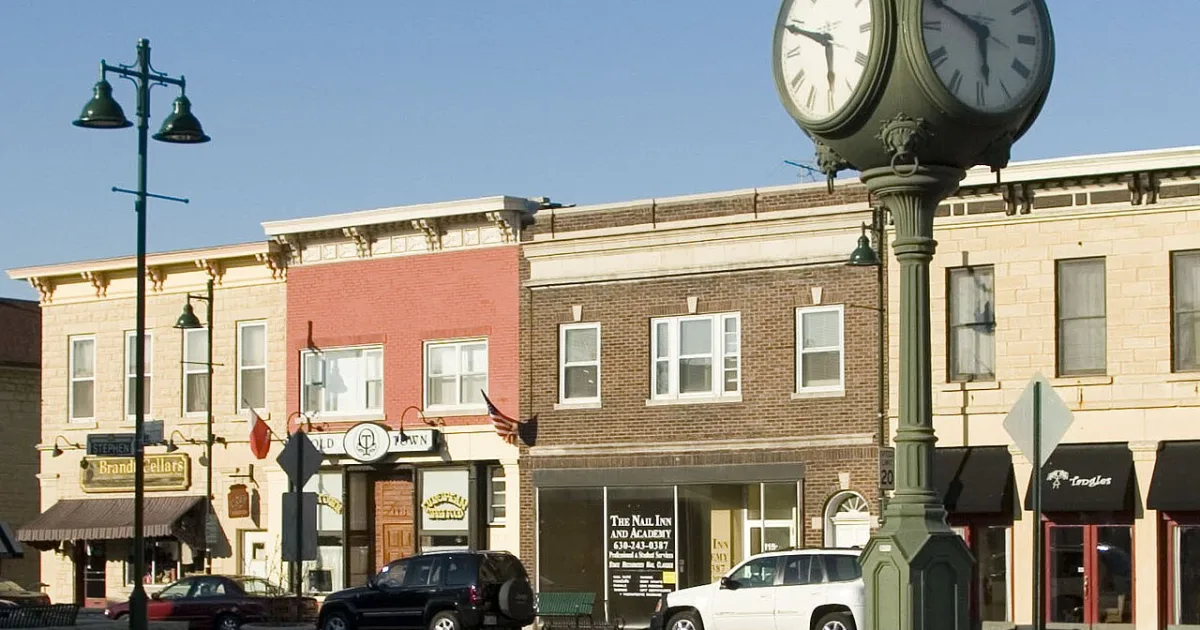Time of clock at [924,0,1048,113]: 5:49
